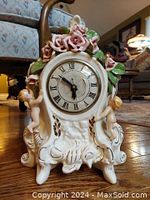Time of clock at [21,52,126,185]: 5:51
